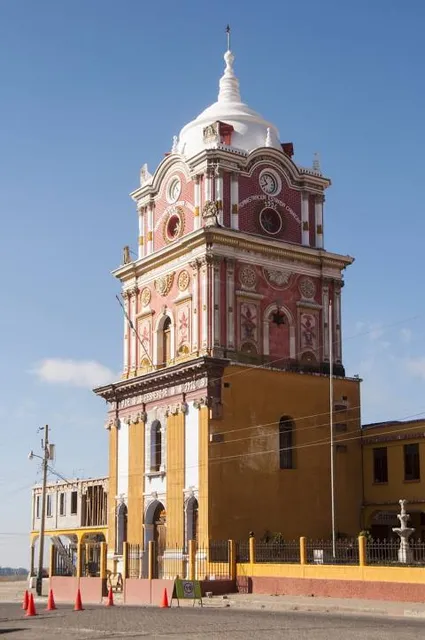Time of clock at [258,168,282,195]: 10:40
